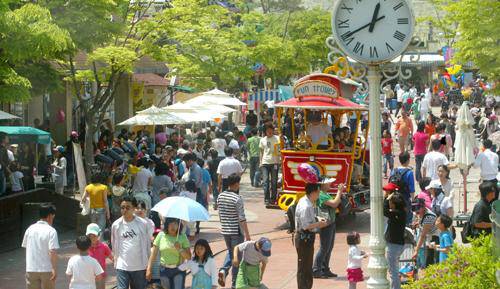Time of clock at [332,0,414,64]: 12:40
